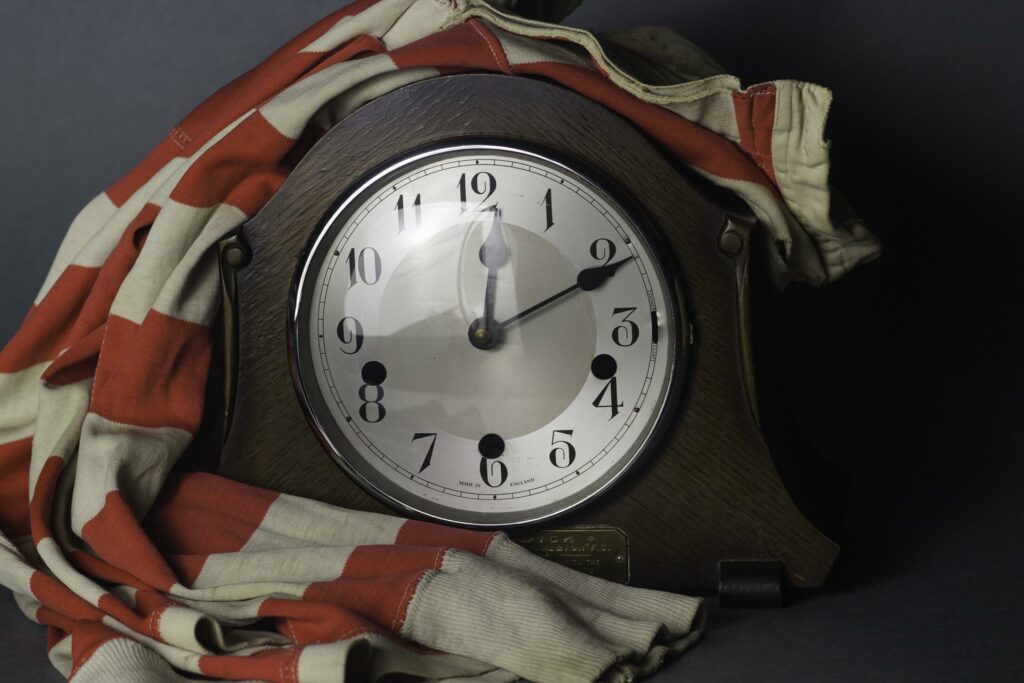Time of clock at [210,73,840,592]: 12:10
